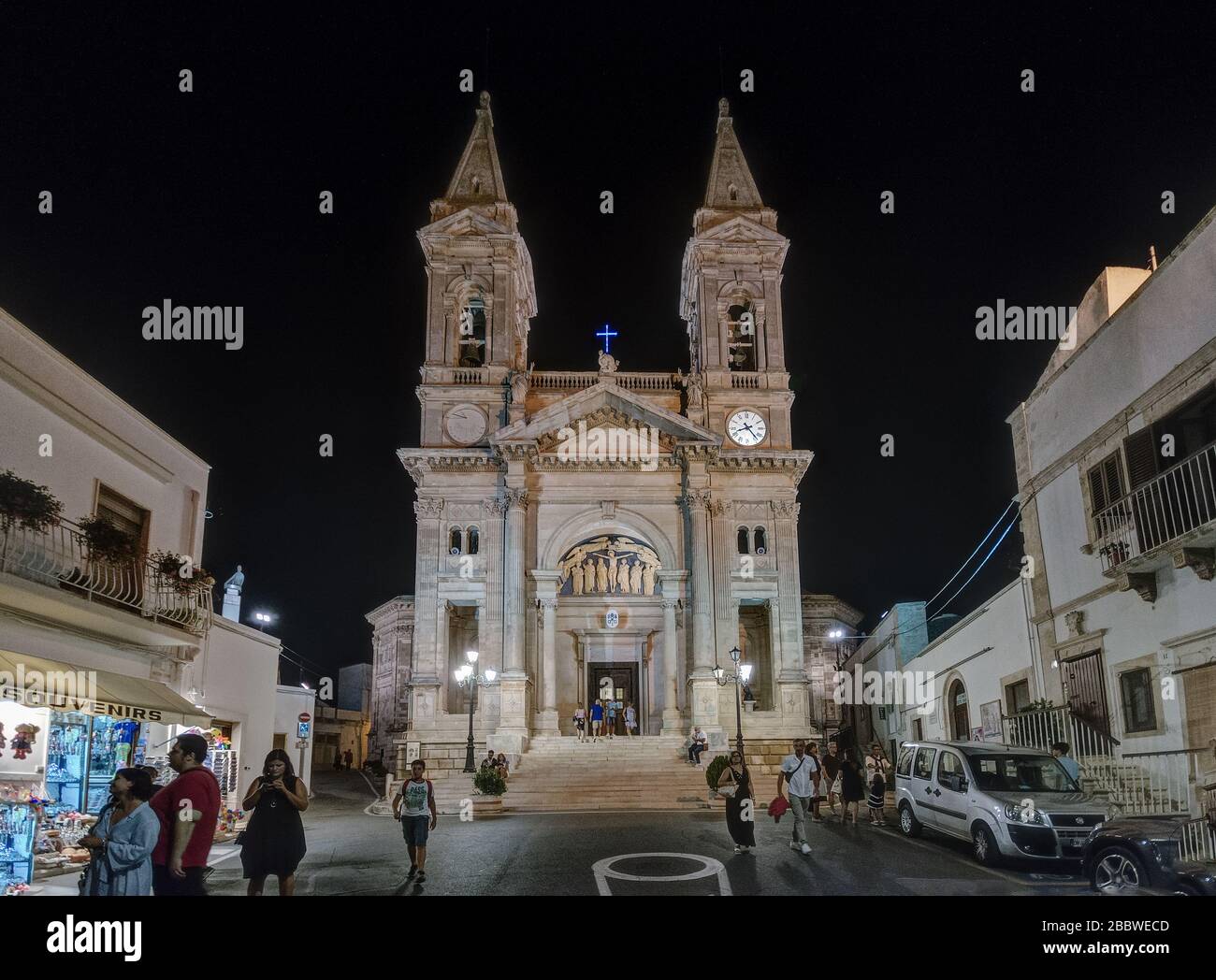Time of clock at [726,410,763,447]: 8:23
